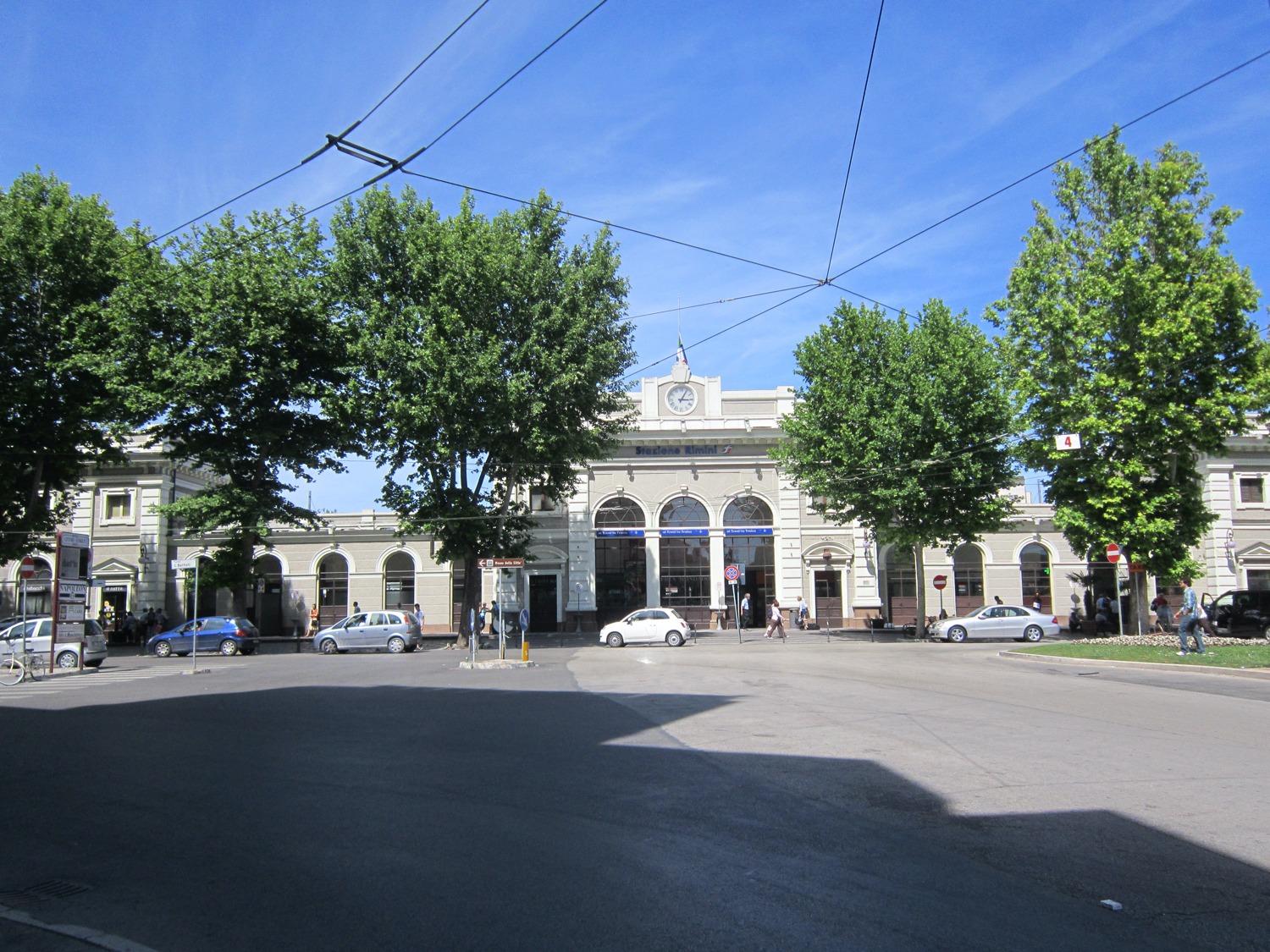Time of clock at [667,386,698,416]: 3:04
